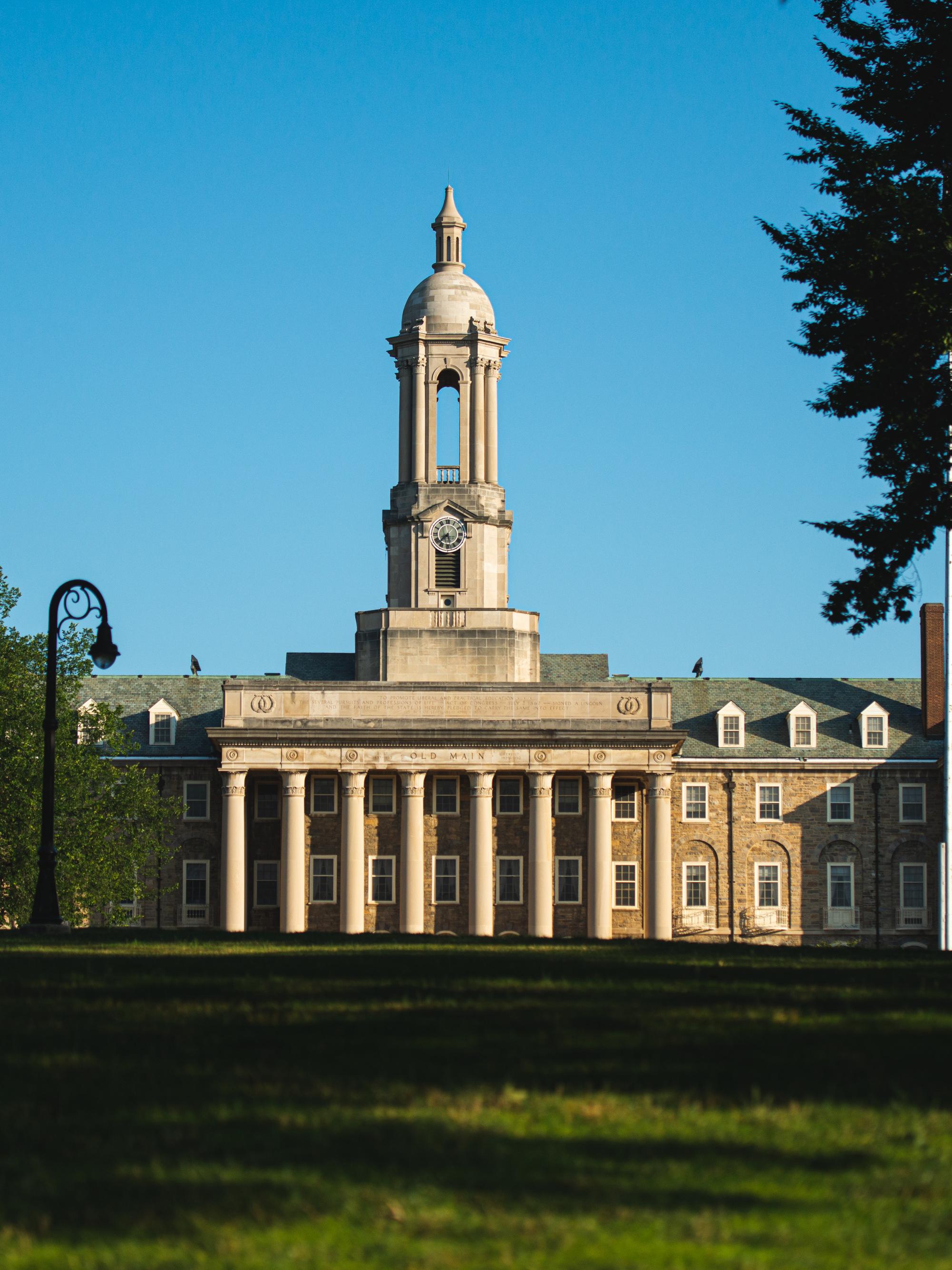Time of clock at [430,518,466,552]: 7:27
